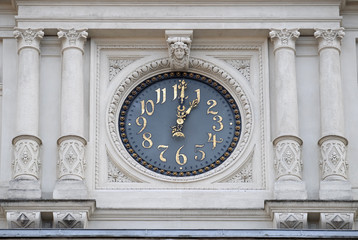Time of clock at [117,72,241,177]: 1:00
